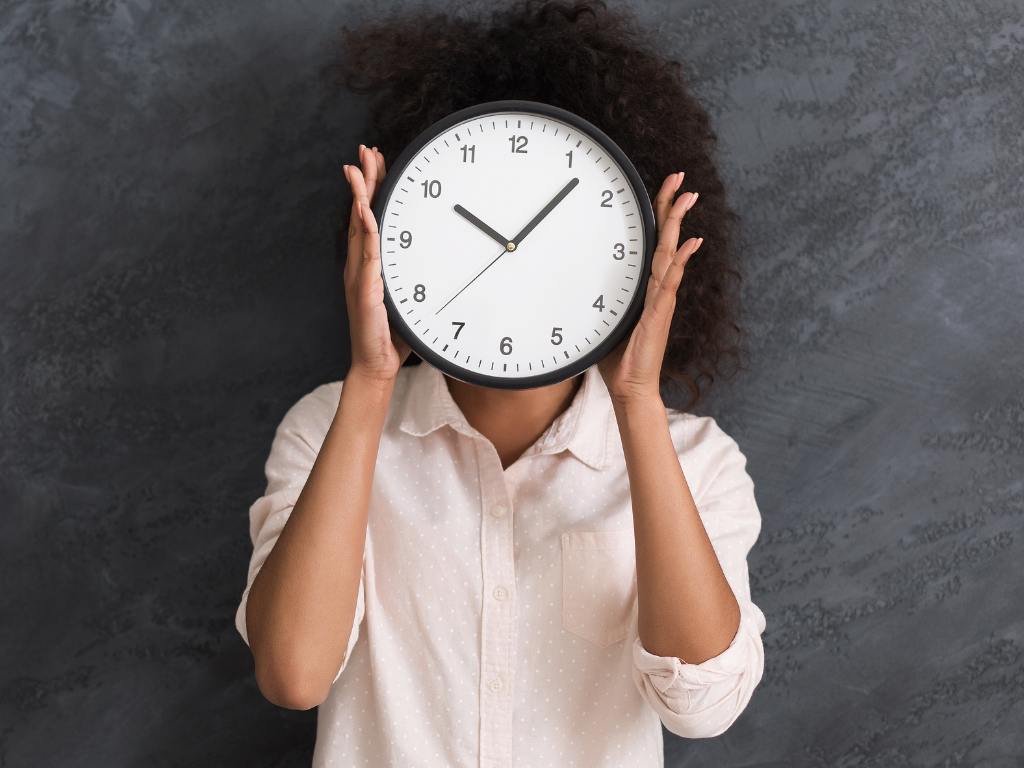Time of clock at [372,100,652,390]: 10:07
